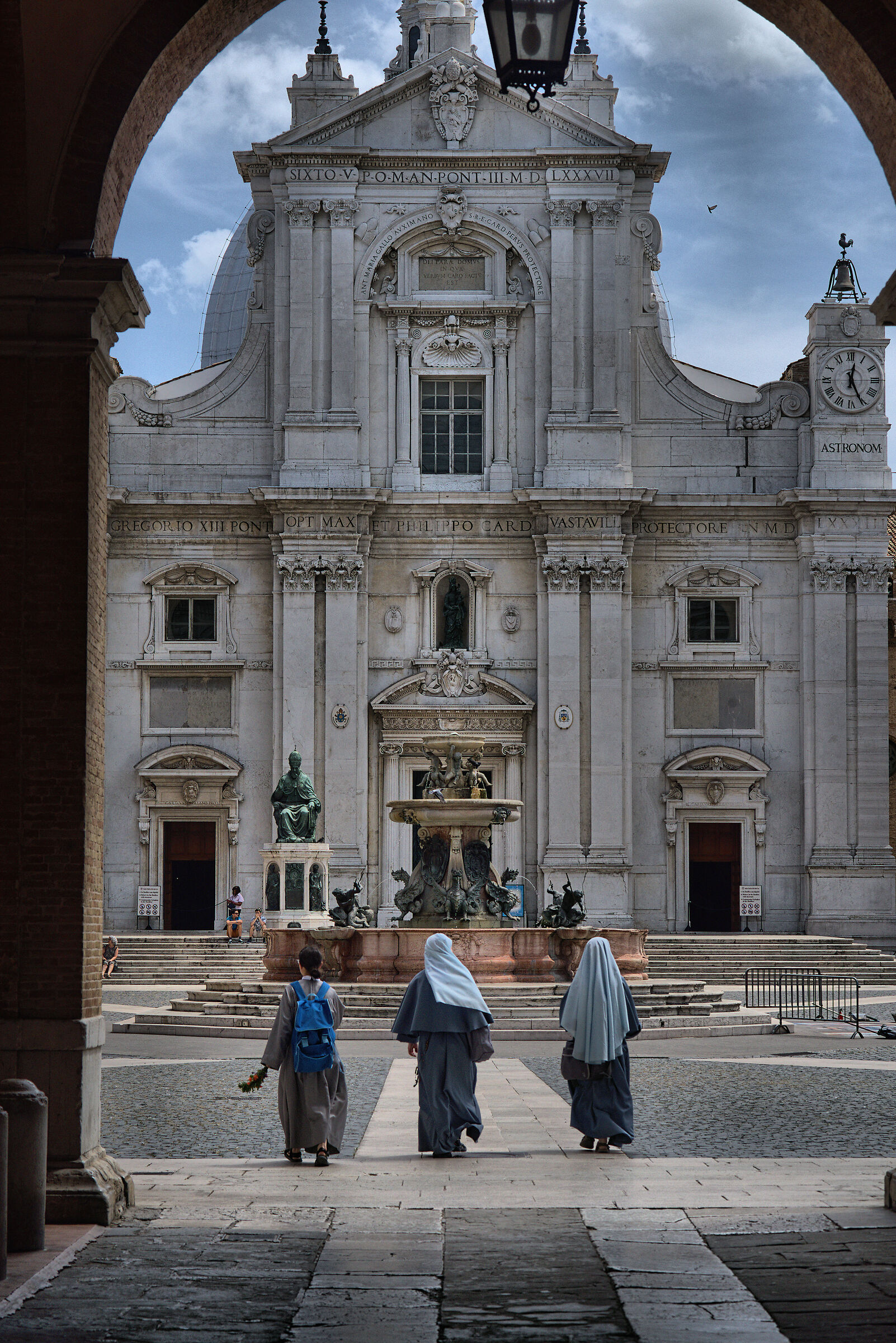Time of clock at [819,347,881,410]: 12:25
